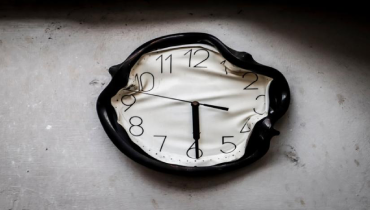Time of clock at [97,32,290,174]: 3:29
